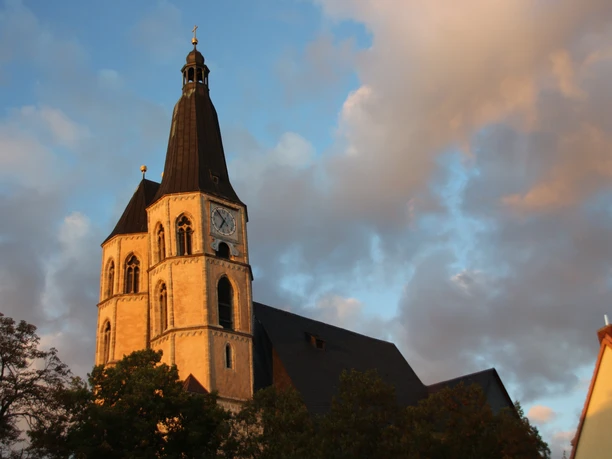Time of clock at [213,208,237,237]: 6:53
